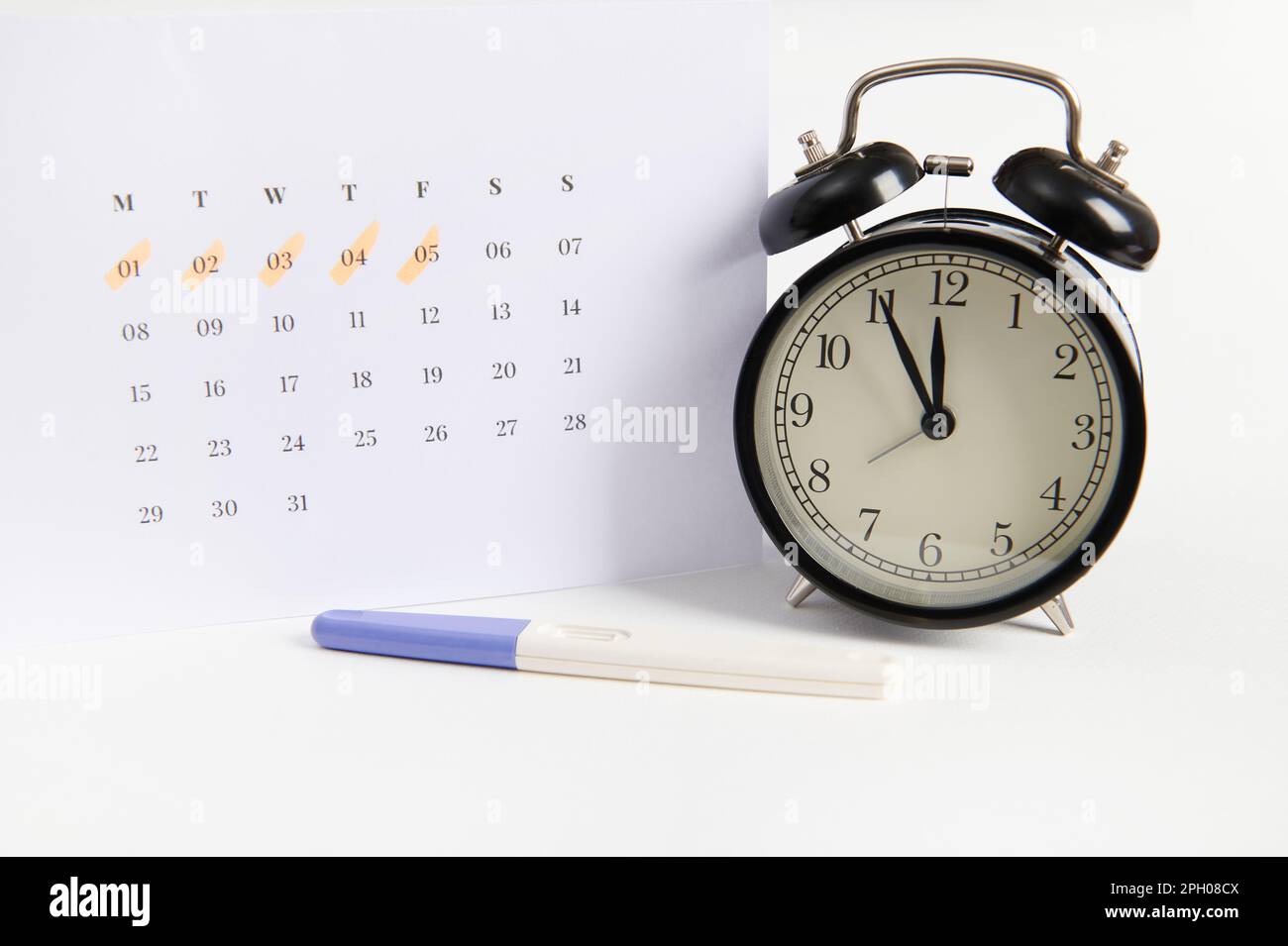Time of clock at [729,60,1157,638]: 11:55
